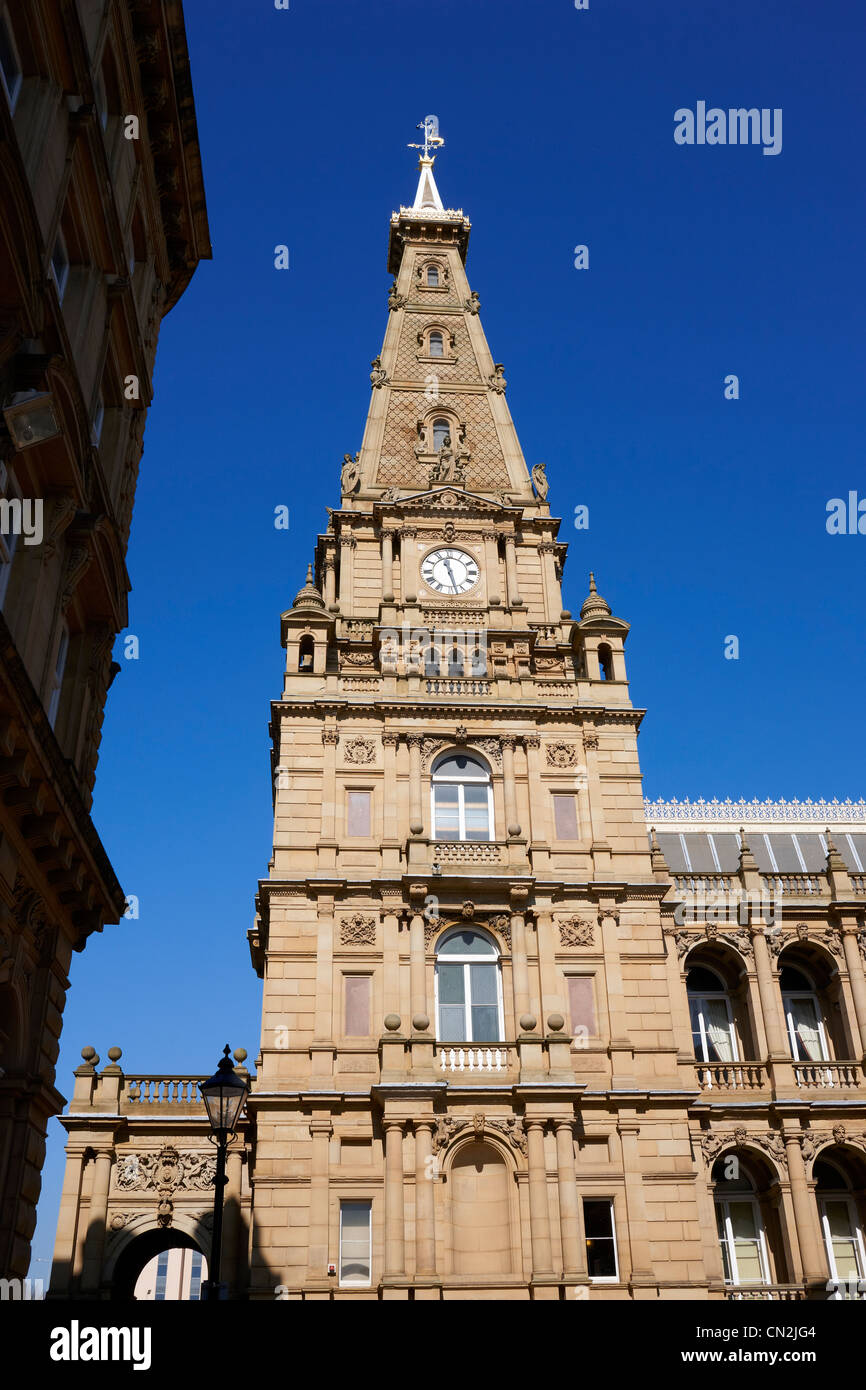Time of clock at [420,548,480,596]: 11:27
